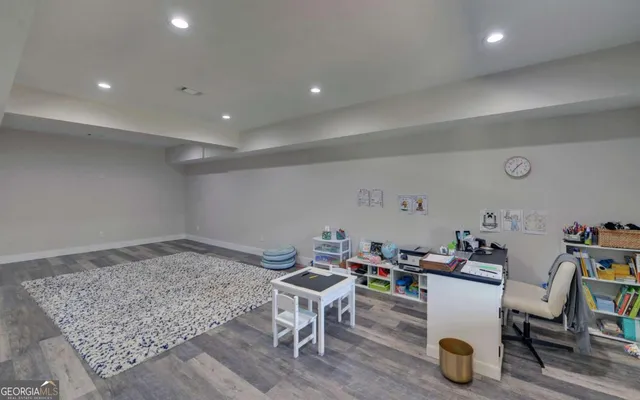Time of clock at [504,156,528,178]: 1:36
